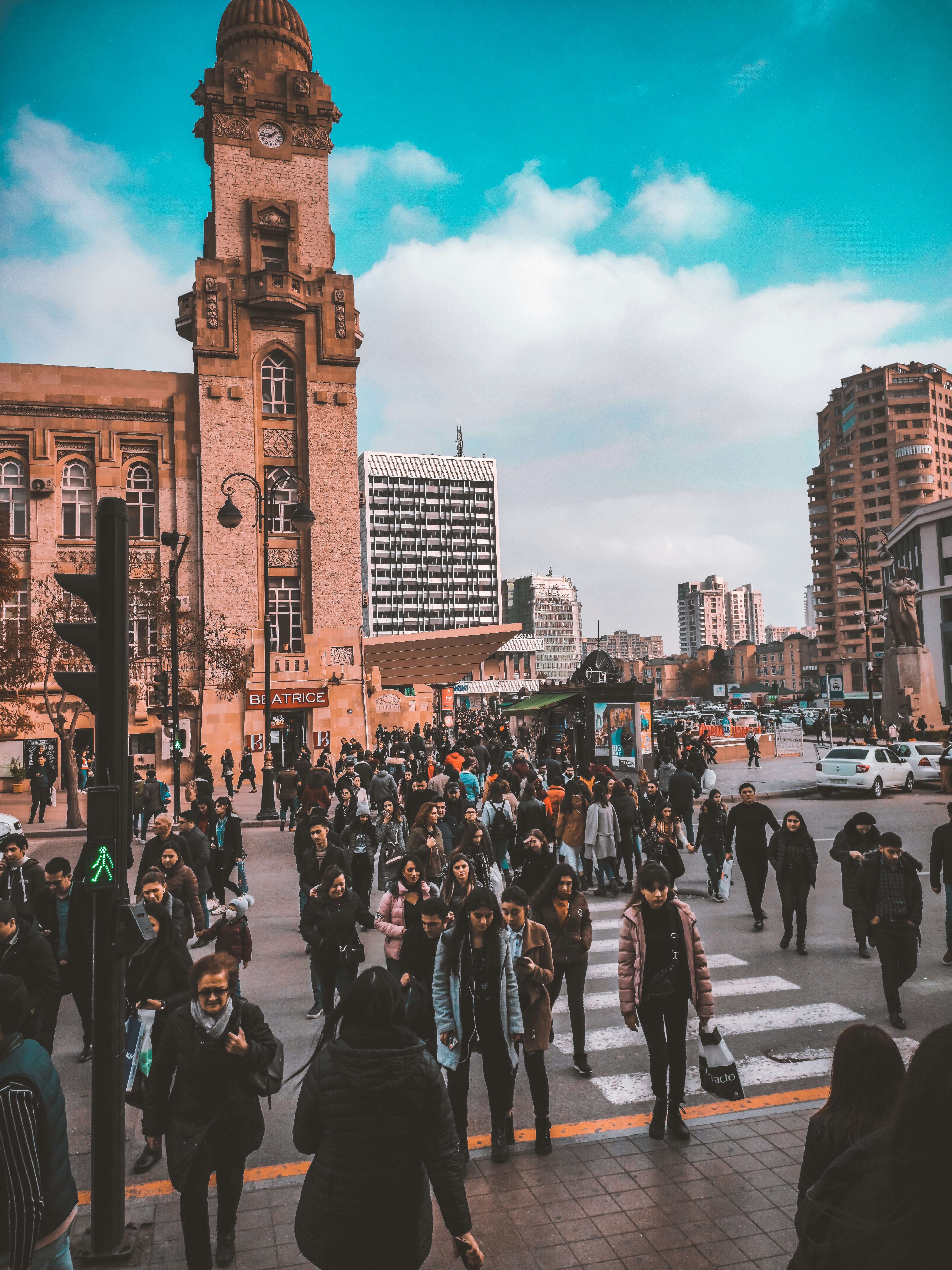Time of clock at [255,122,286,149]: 1:46
